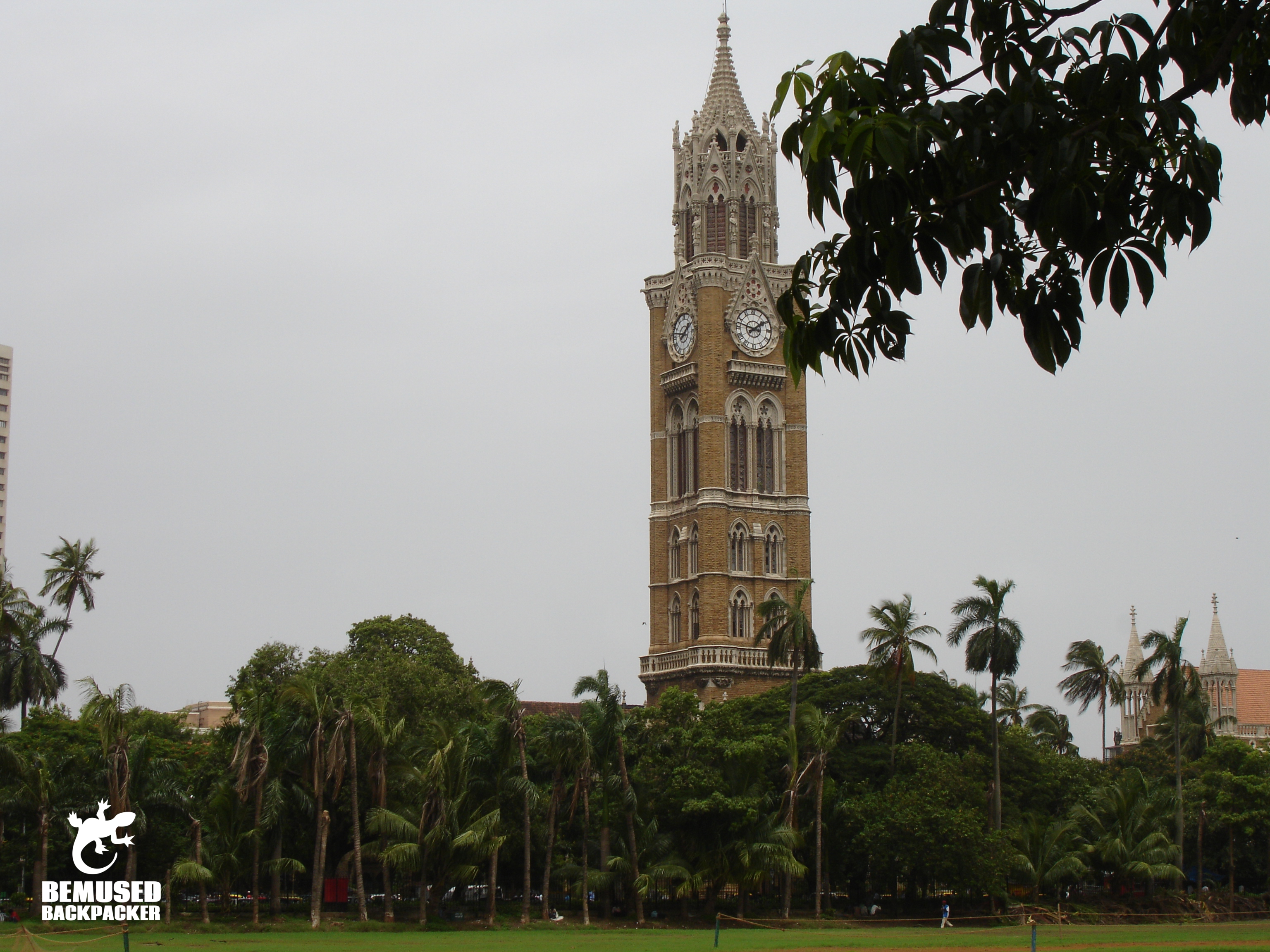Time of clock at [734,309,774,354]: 1:47
